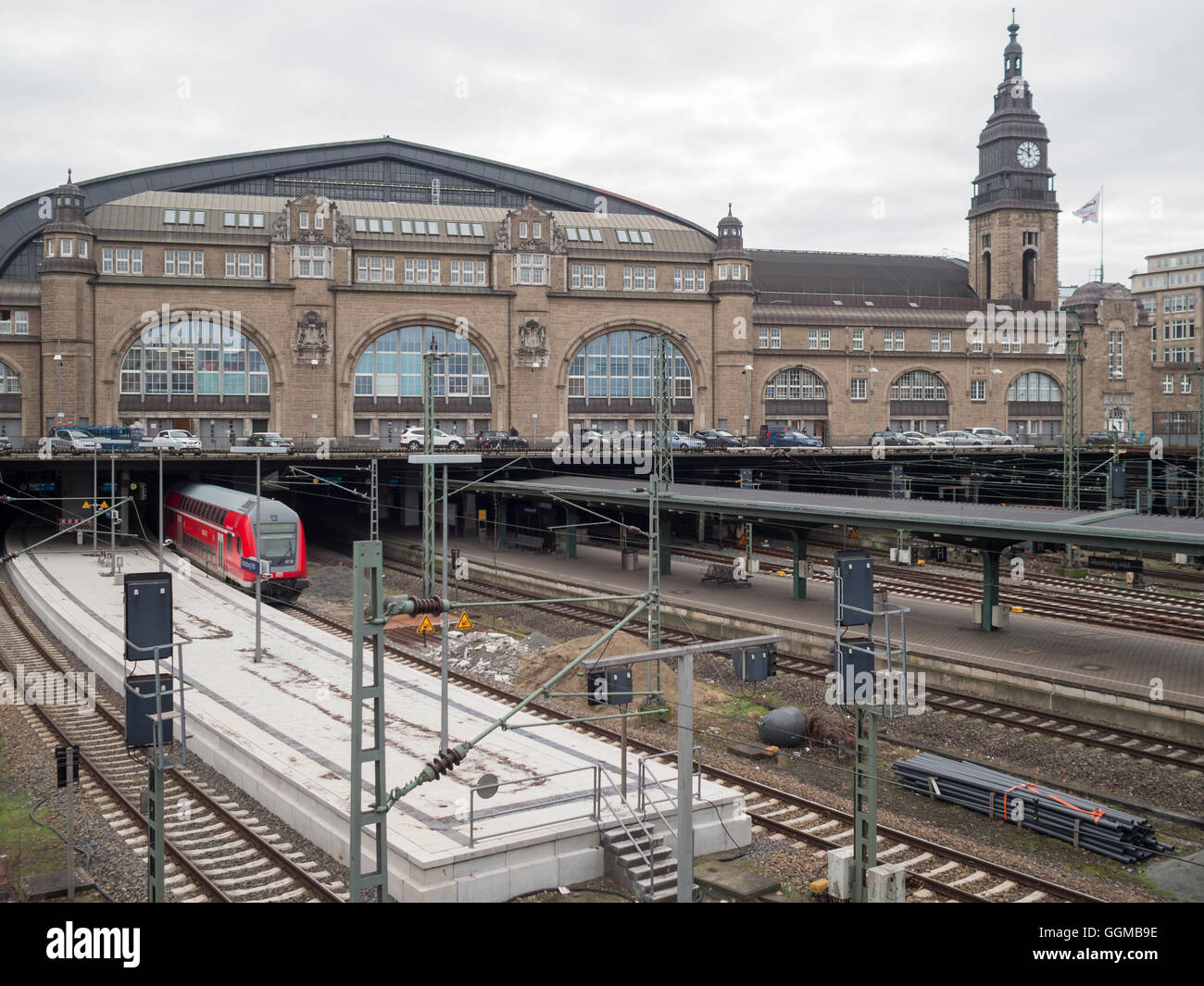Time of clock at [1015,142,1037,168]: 11:50
